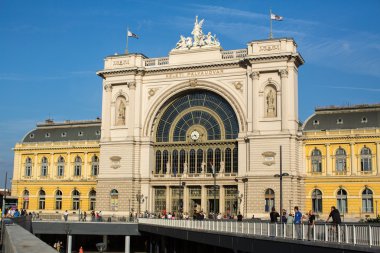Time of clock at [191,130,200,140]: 4:42
